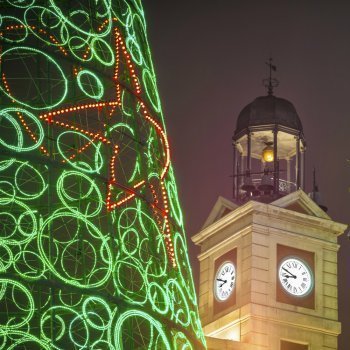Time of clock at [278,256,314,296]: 8:49
